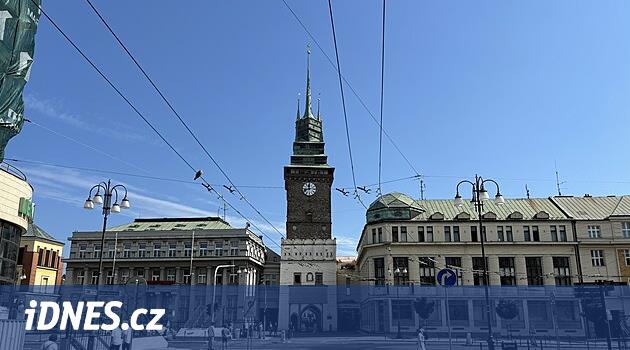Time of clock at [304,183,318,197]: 11:42
